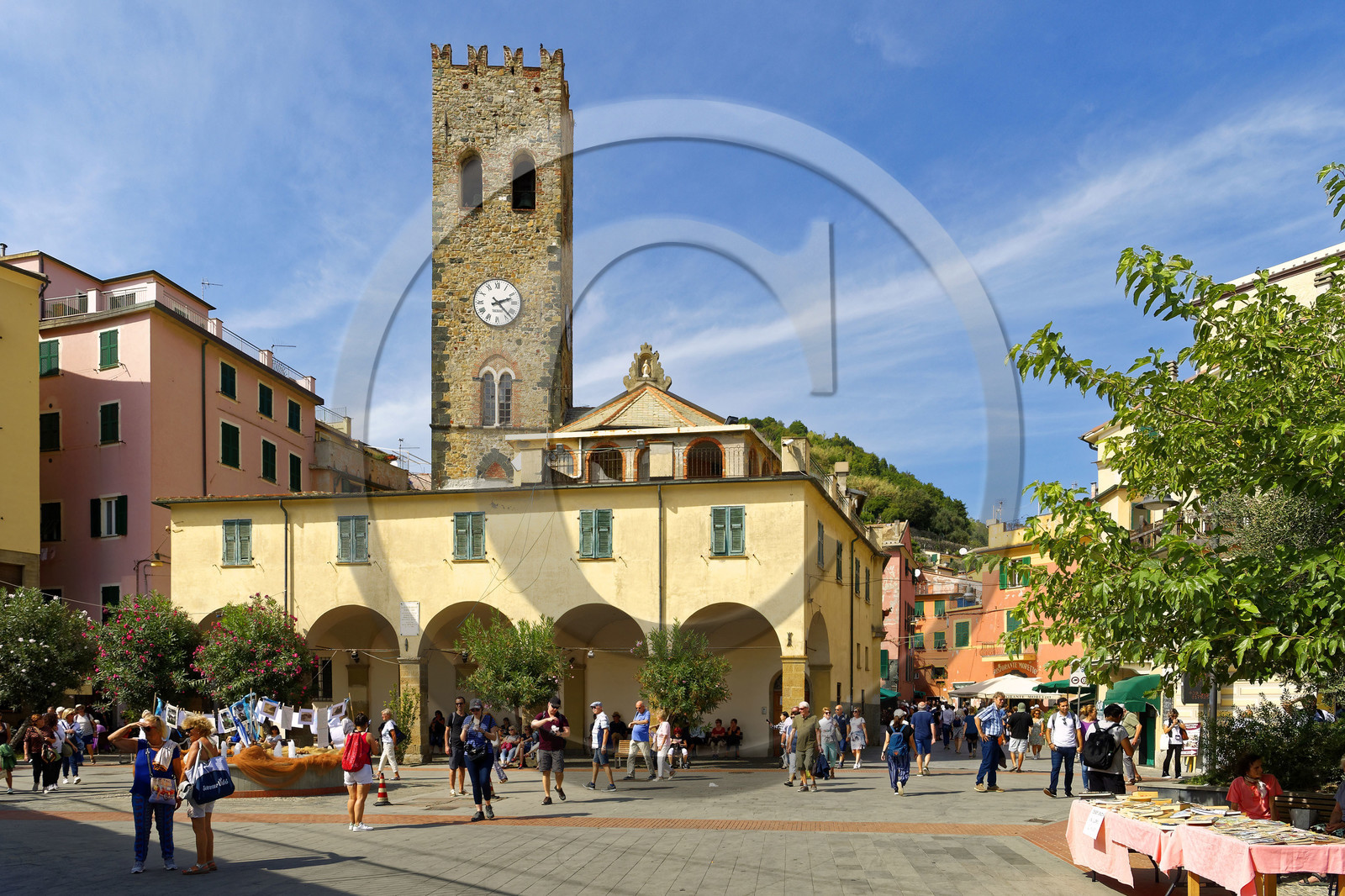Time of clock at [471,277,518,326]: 2:22
